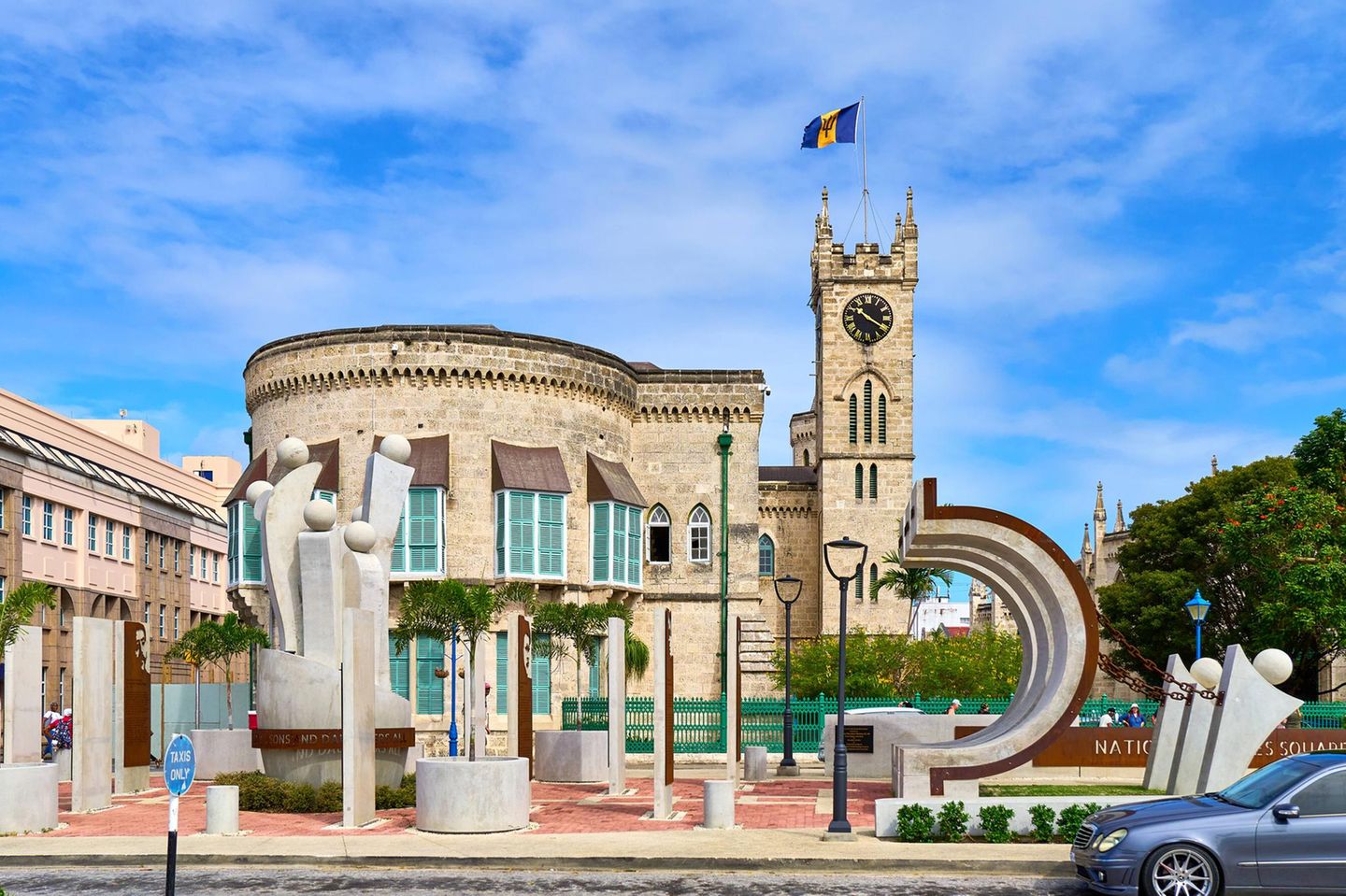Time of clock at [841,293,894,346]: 10:20
